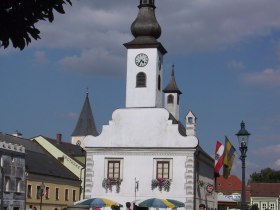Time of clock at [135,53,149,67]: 4:36
